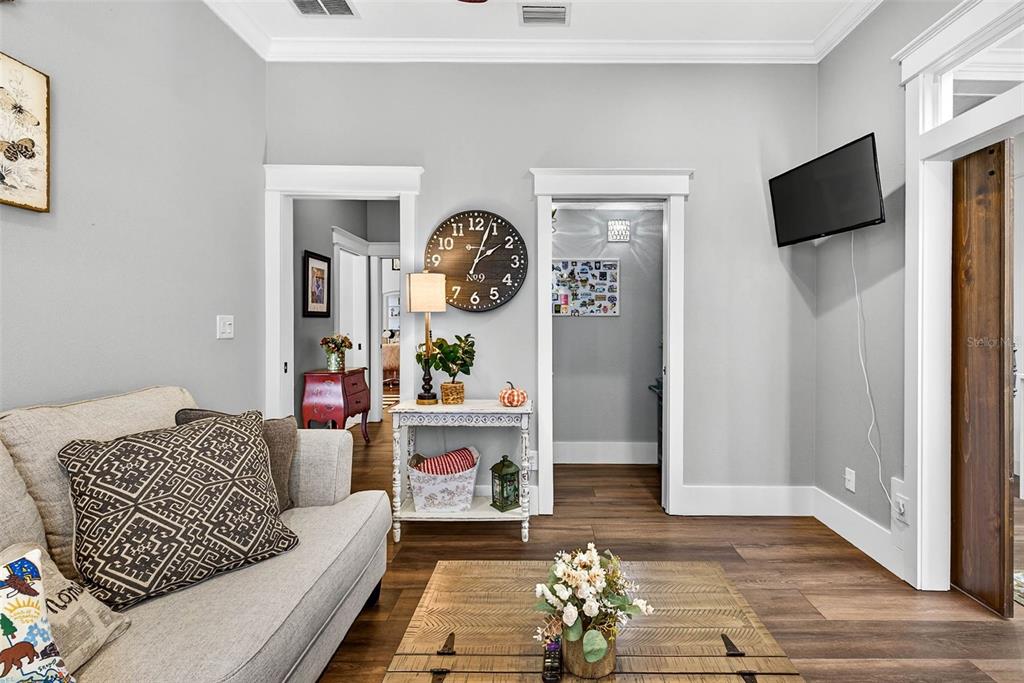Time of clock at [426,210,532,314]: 2:03
